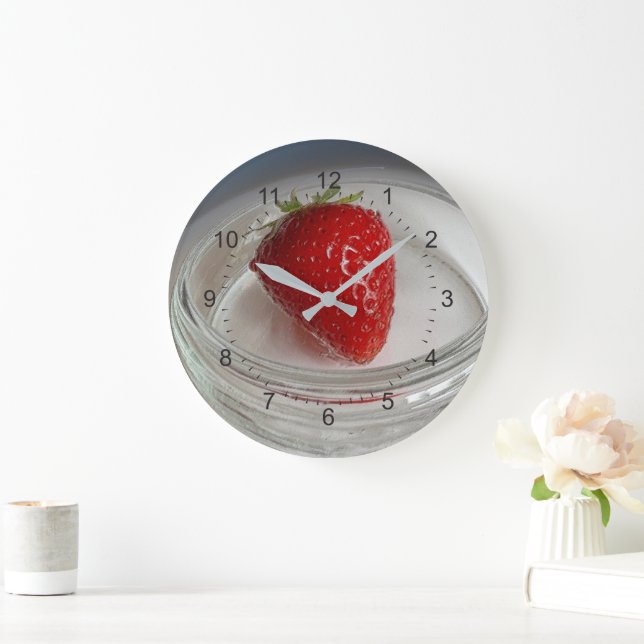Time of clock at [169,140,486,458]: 1:49
